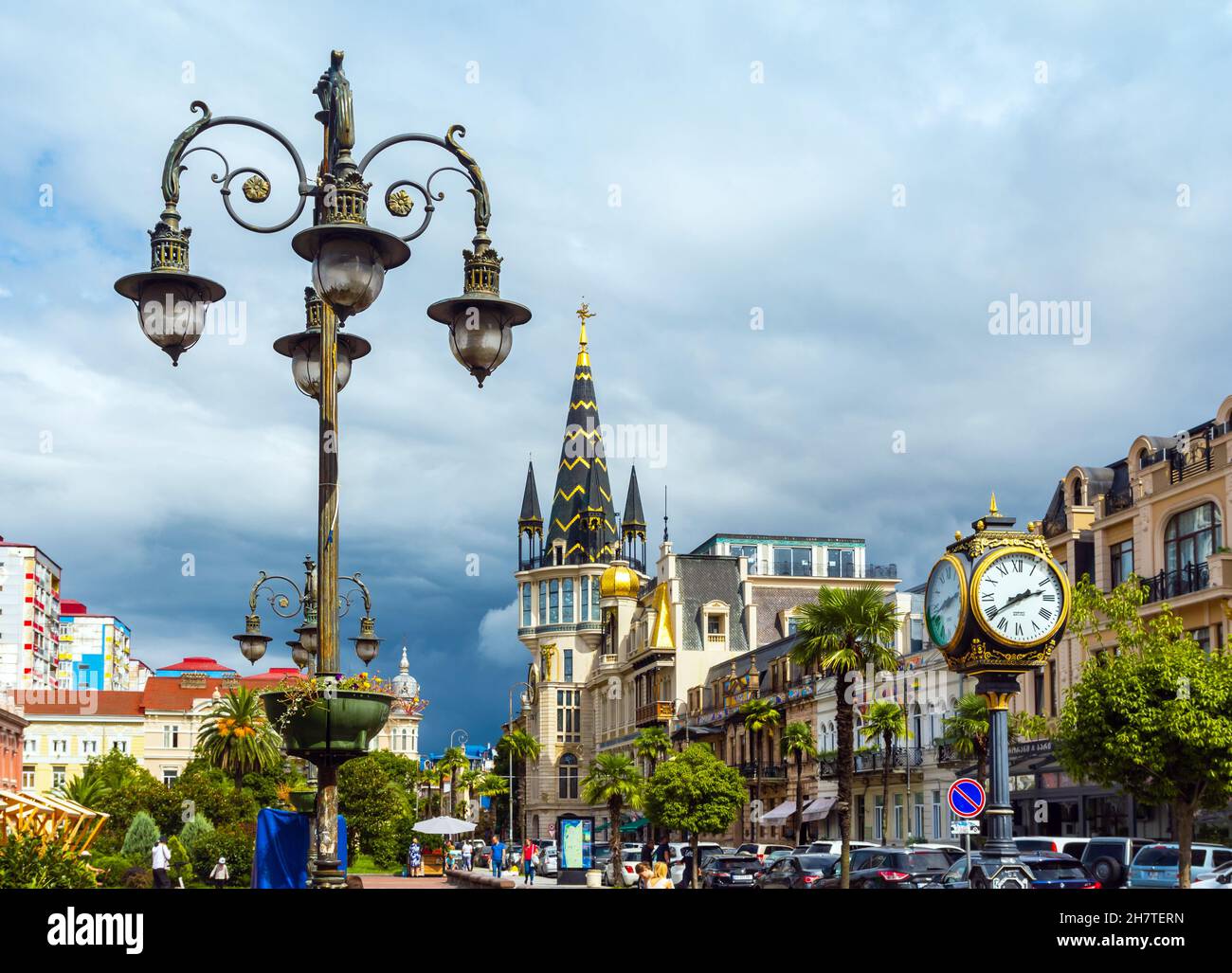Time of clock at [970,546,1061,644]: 2:39
